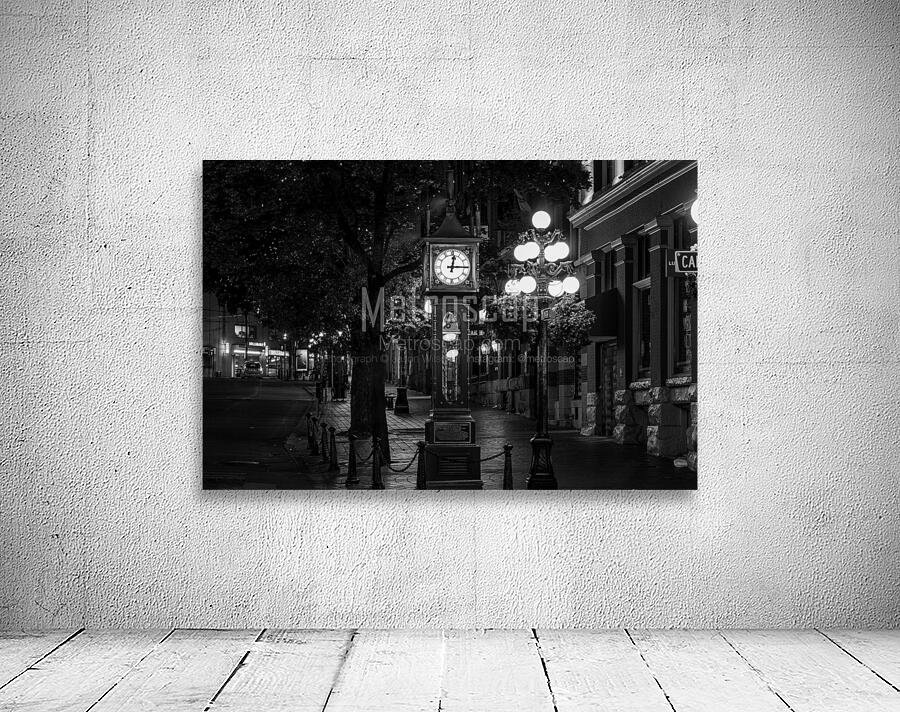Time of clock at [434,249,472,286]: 12:14
